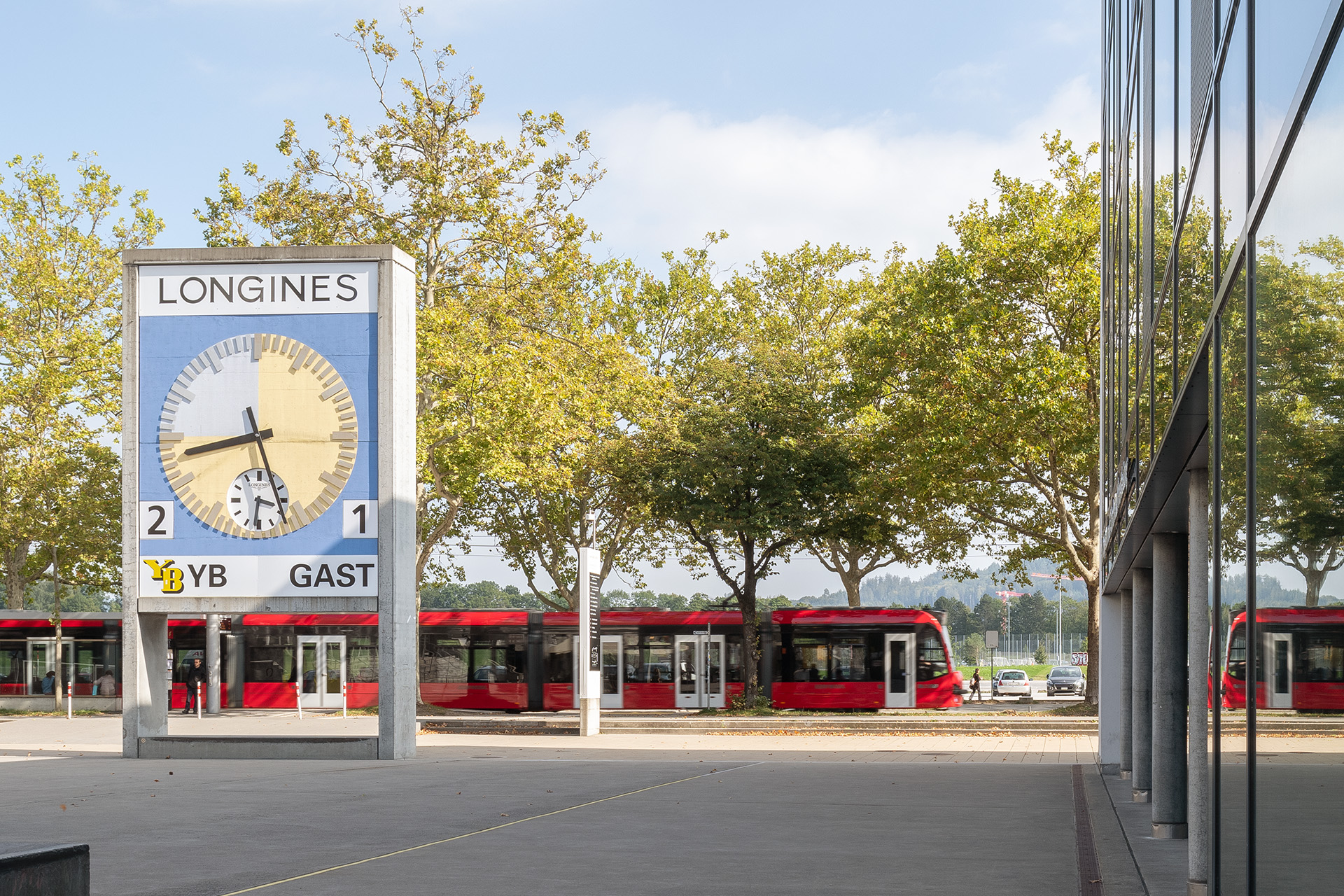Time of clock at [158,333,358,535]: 8:27
